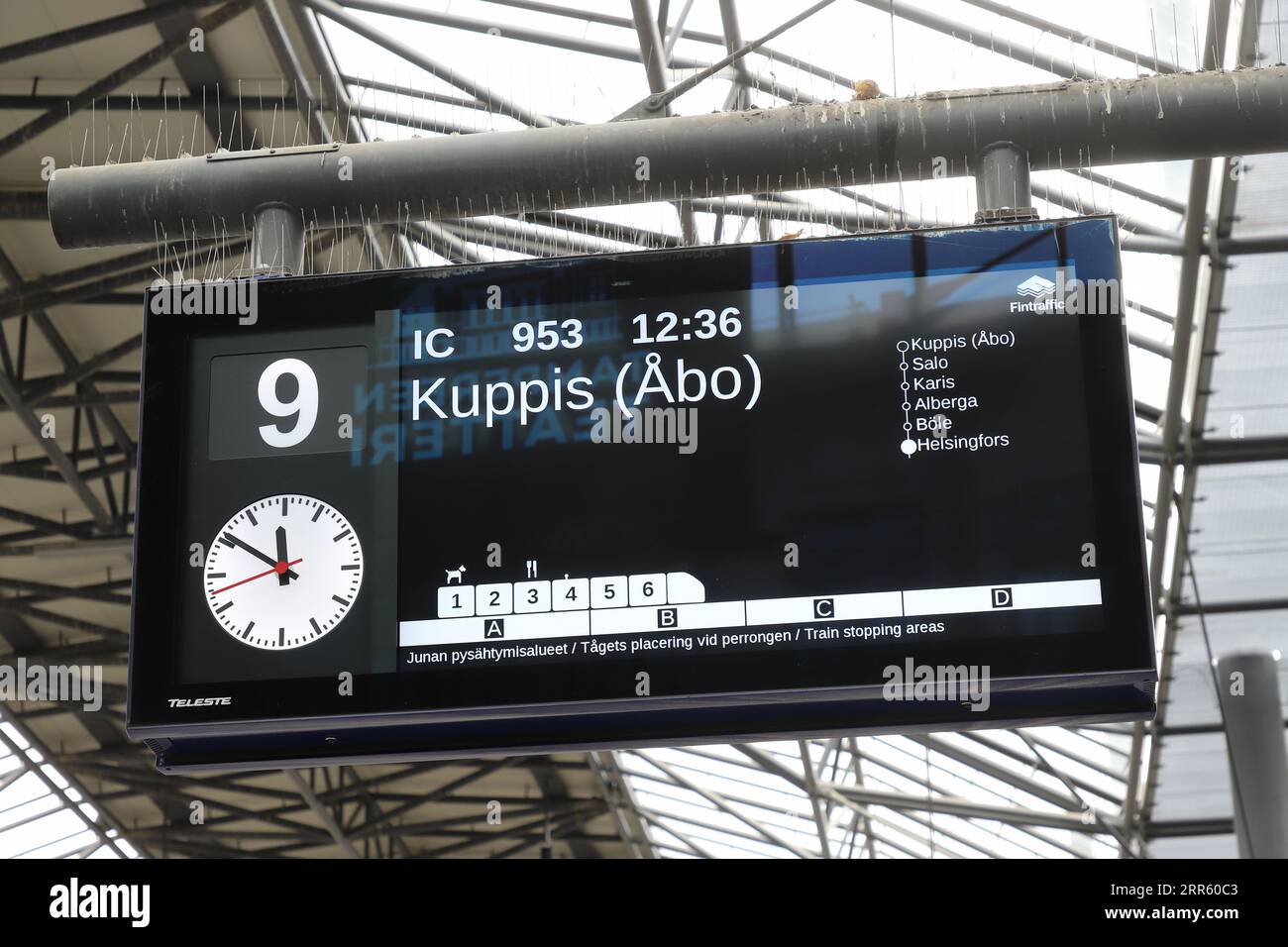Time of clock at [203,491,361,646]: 11:50
